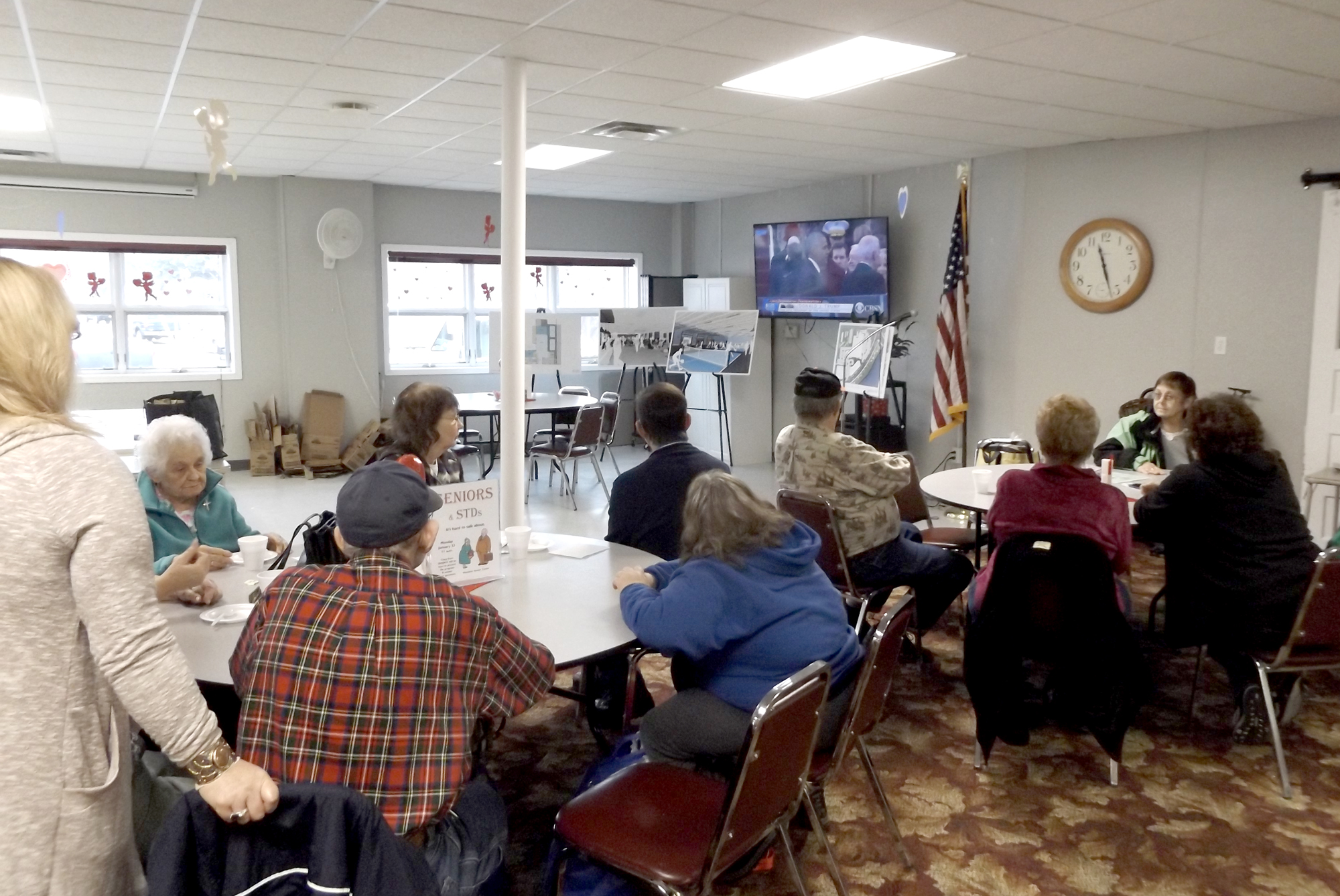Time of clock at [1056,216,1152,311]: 11:27
